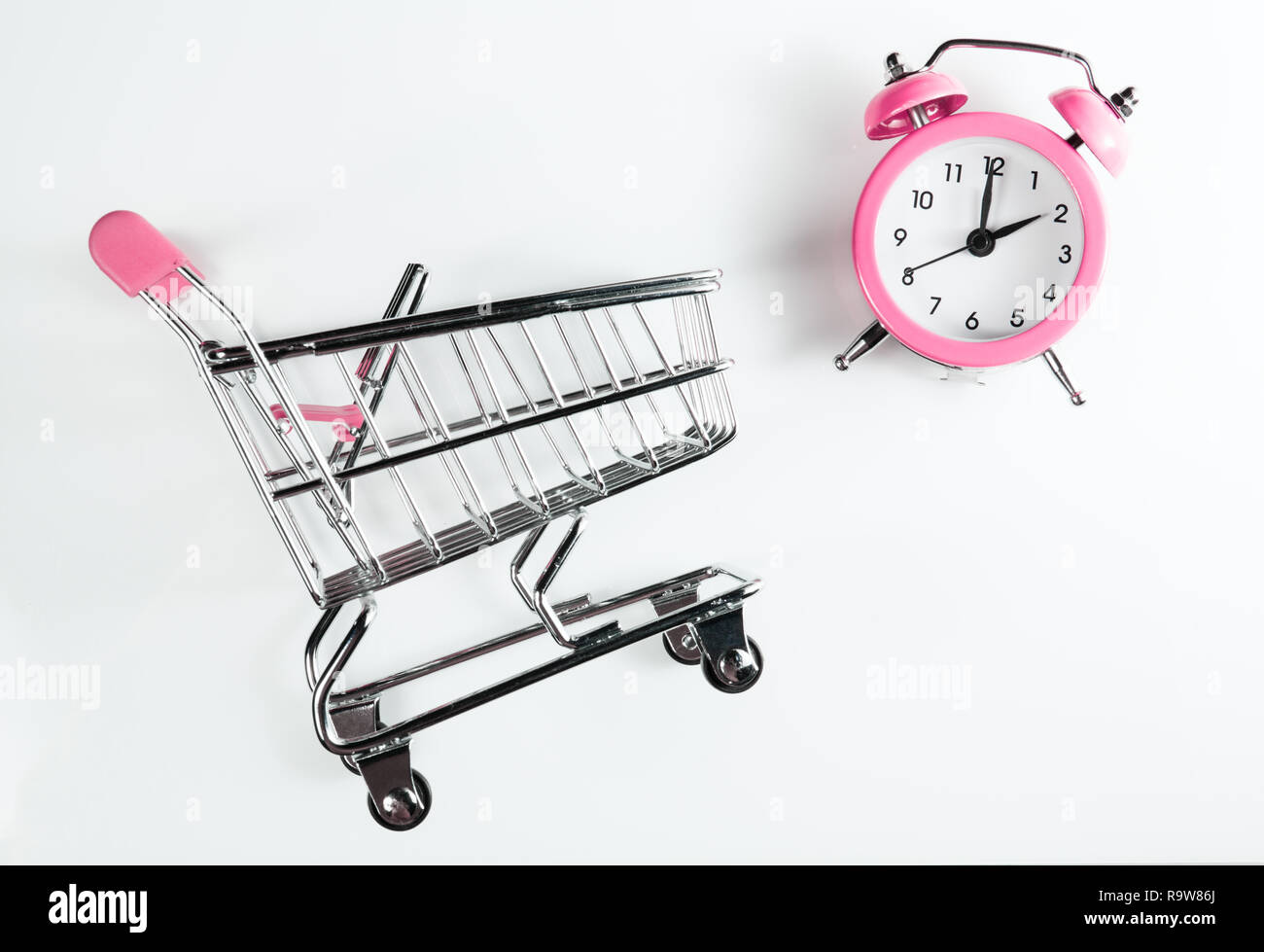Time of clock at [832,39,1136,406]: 2:00
